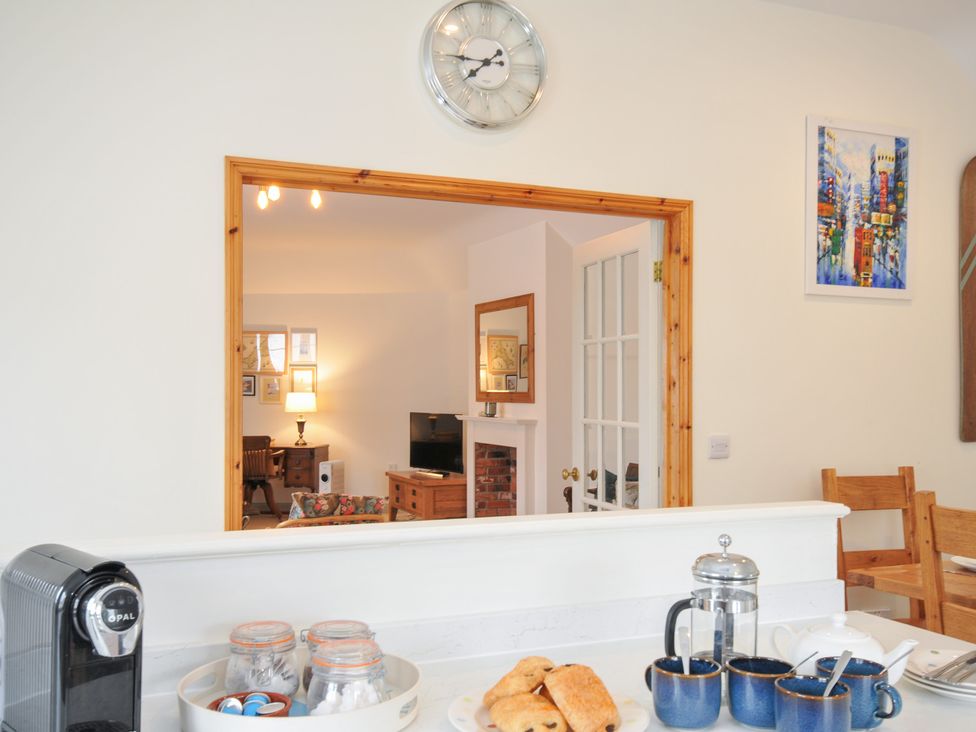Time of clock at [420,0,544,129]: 7:45
